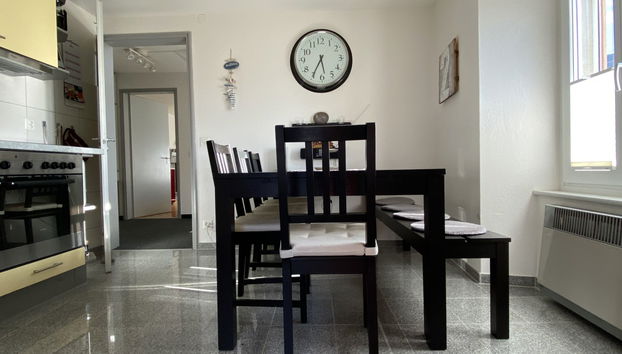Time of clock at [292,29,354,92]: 5:35
